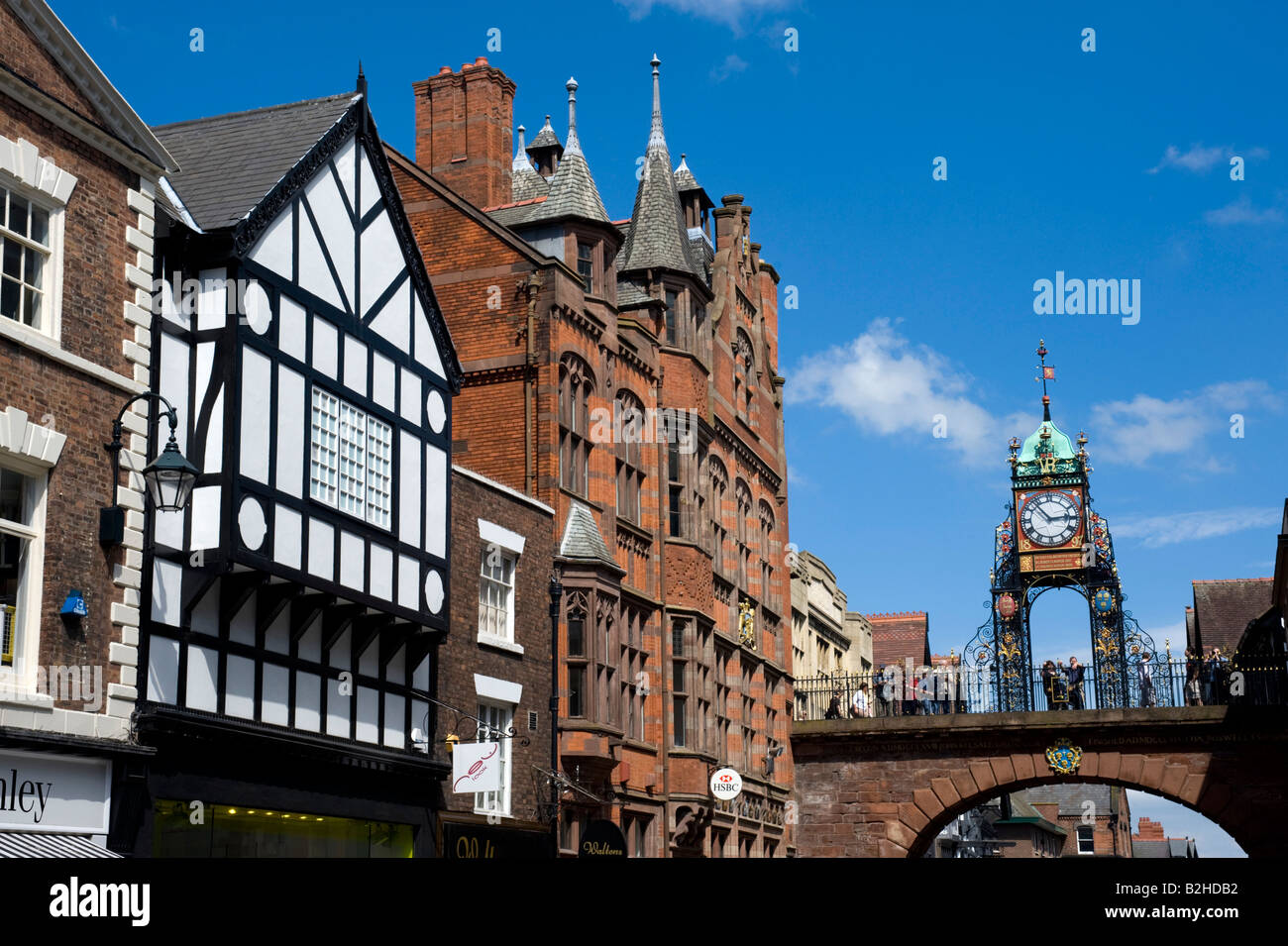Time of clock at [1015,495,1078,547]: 2:53
